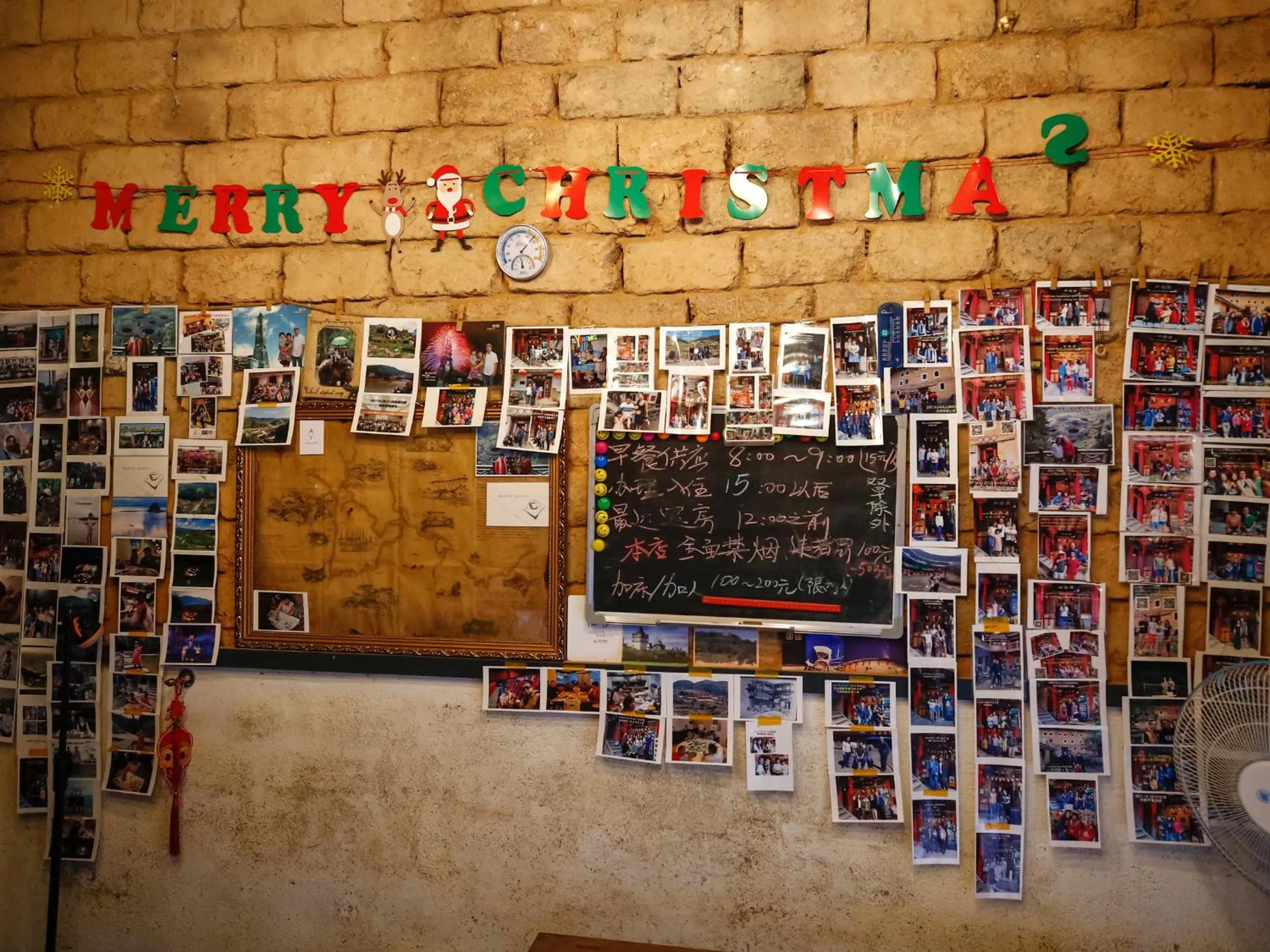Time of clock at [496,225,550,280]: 6:08
